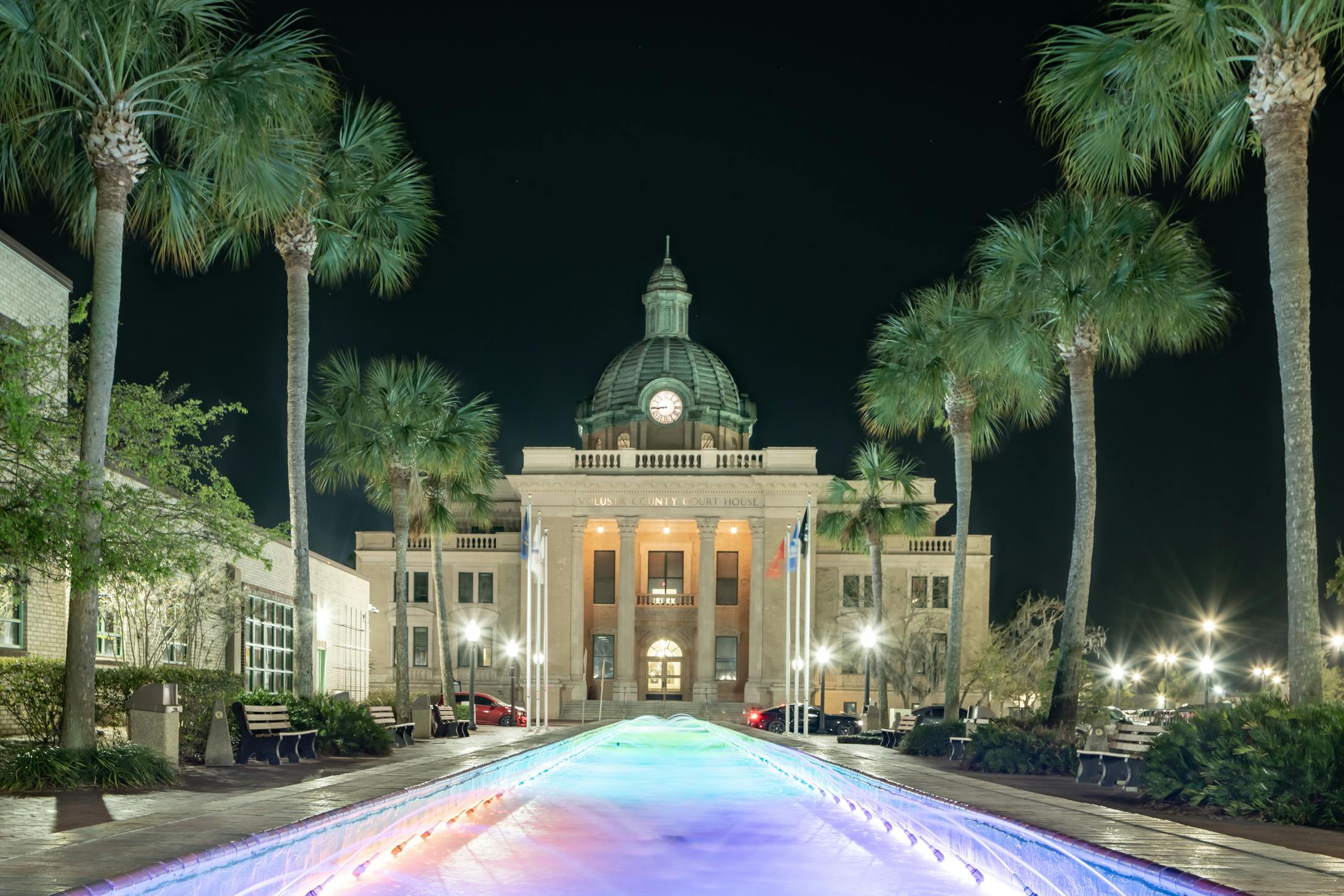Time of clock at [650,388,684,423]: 8:44
